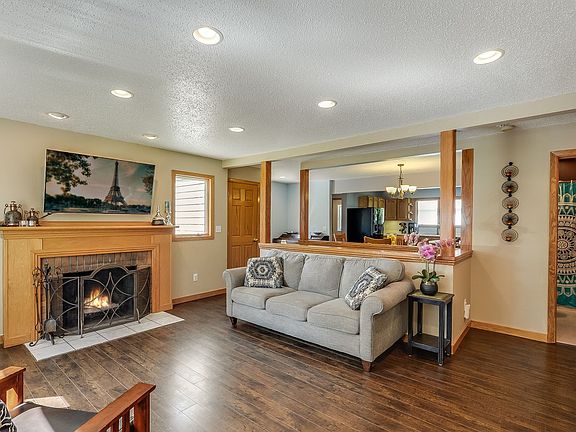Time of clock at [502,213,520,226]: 7:25
